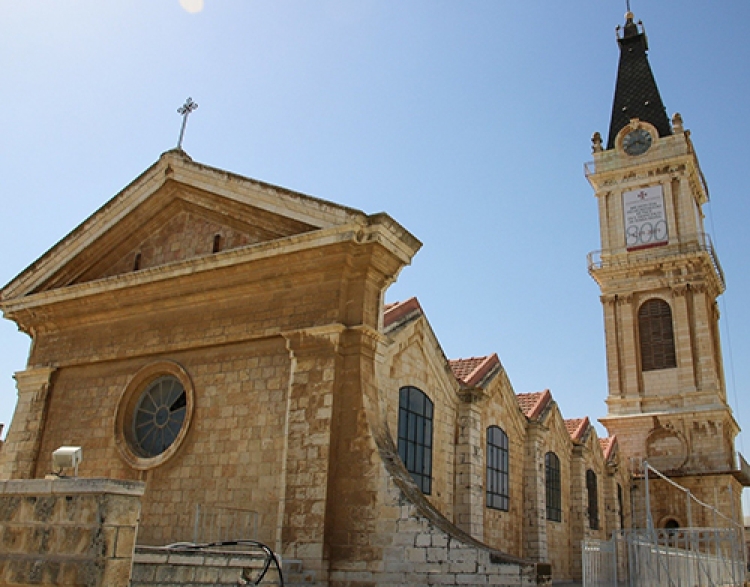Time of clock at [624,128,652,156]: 3:40
